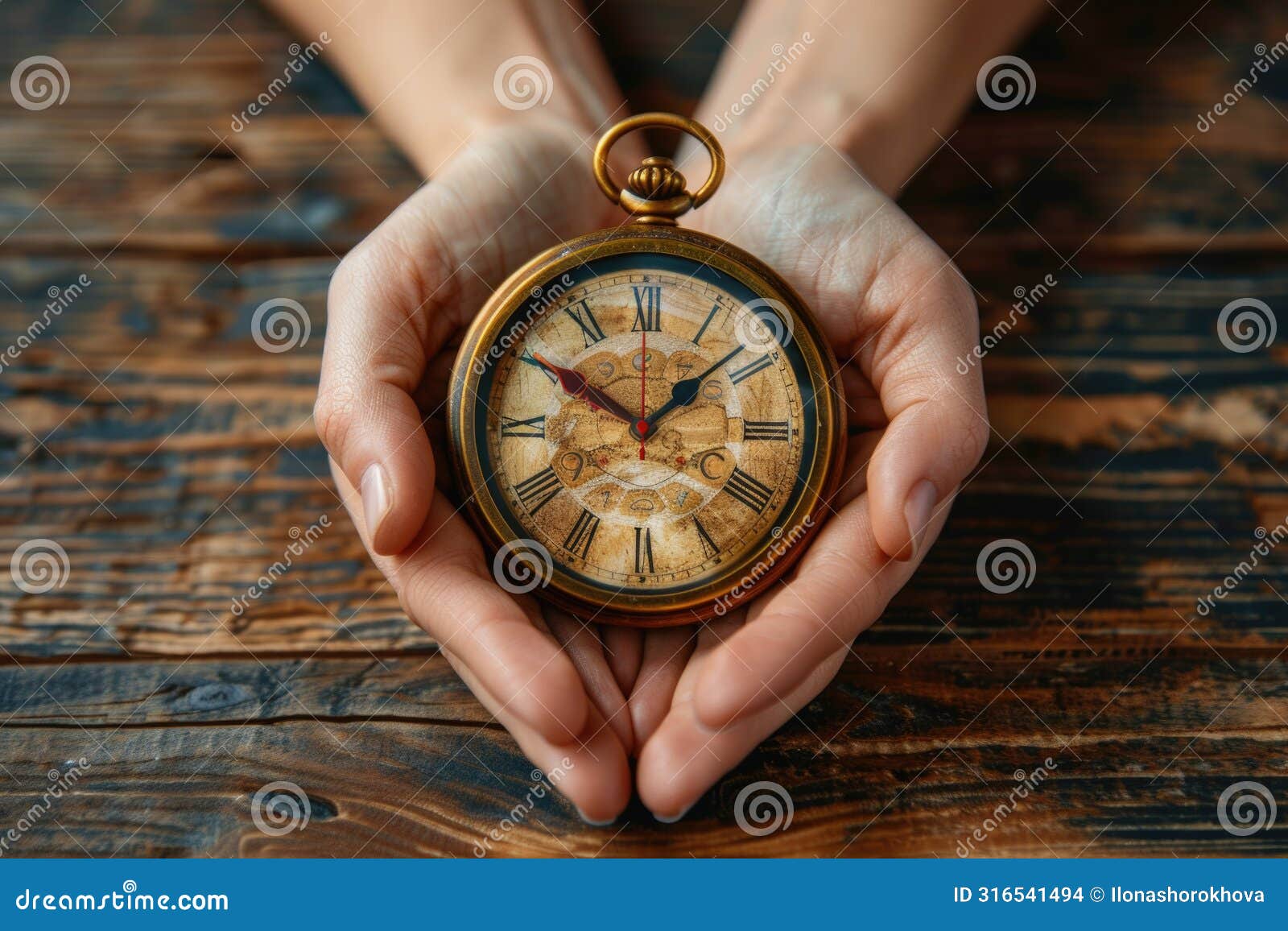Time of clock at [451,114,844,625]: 1:50
